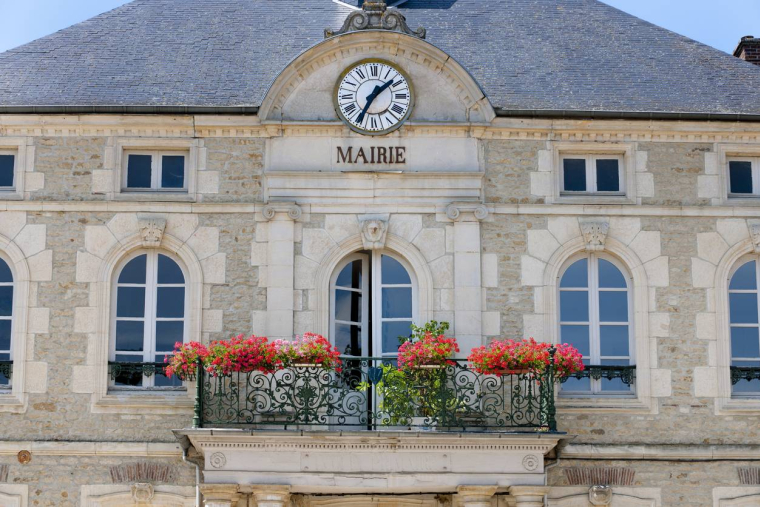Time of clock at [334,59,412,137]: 1:34
